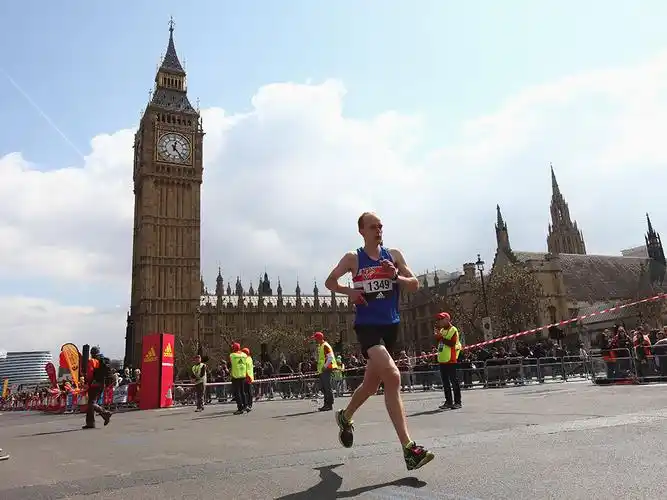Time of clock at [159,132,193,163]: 12:23
